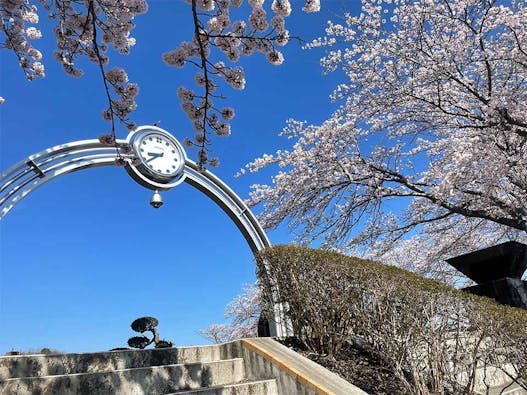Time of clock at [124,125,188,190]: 8:38
